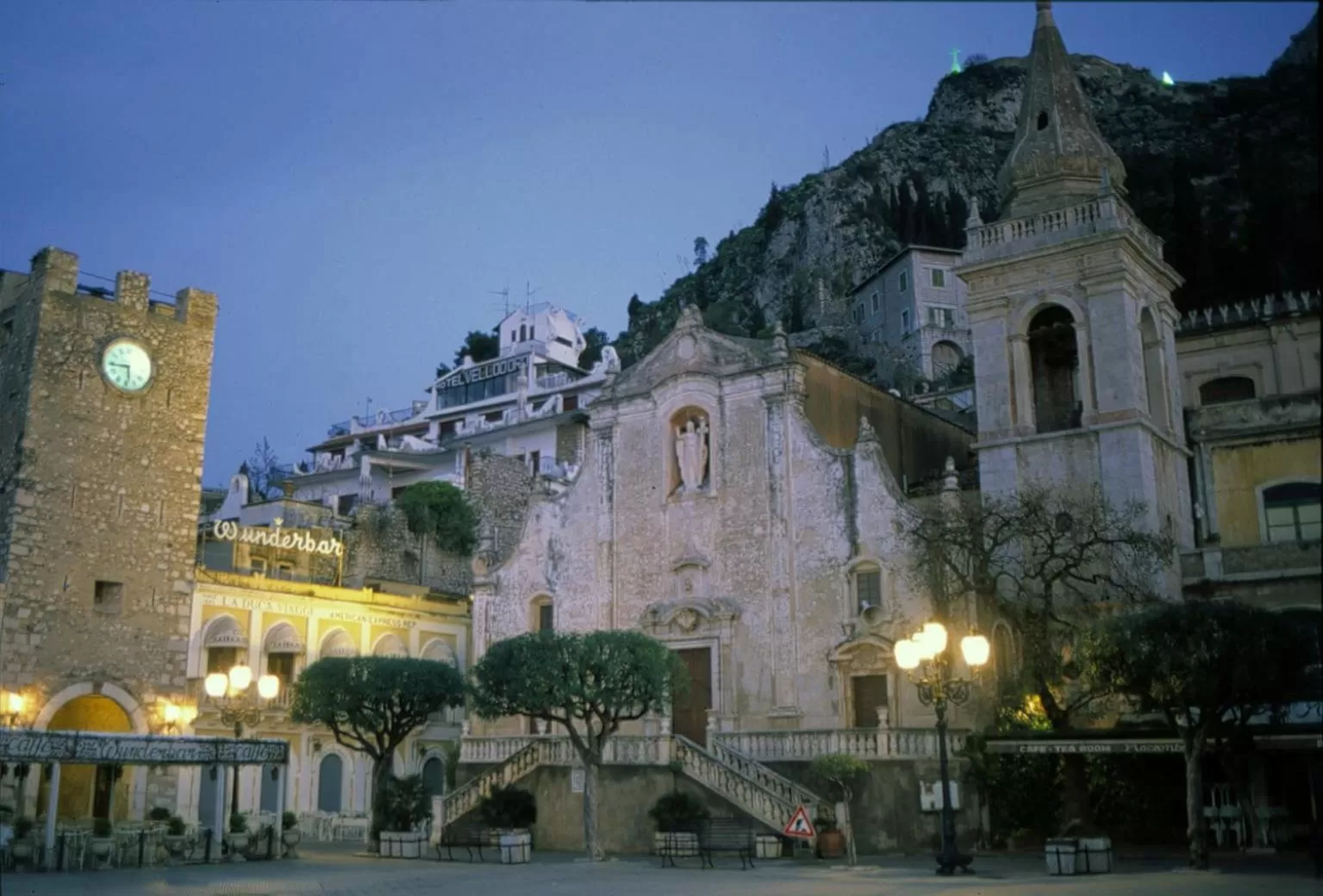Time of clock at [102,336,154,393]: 5:44
